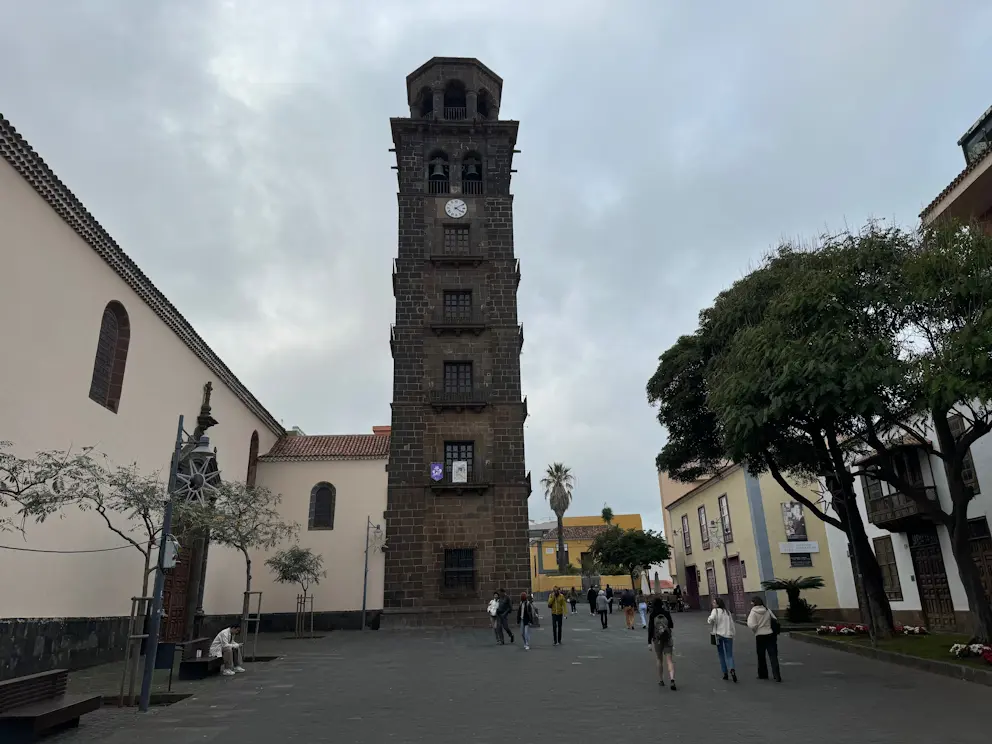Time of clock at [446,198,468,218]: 4:09
